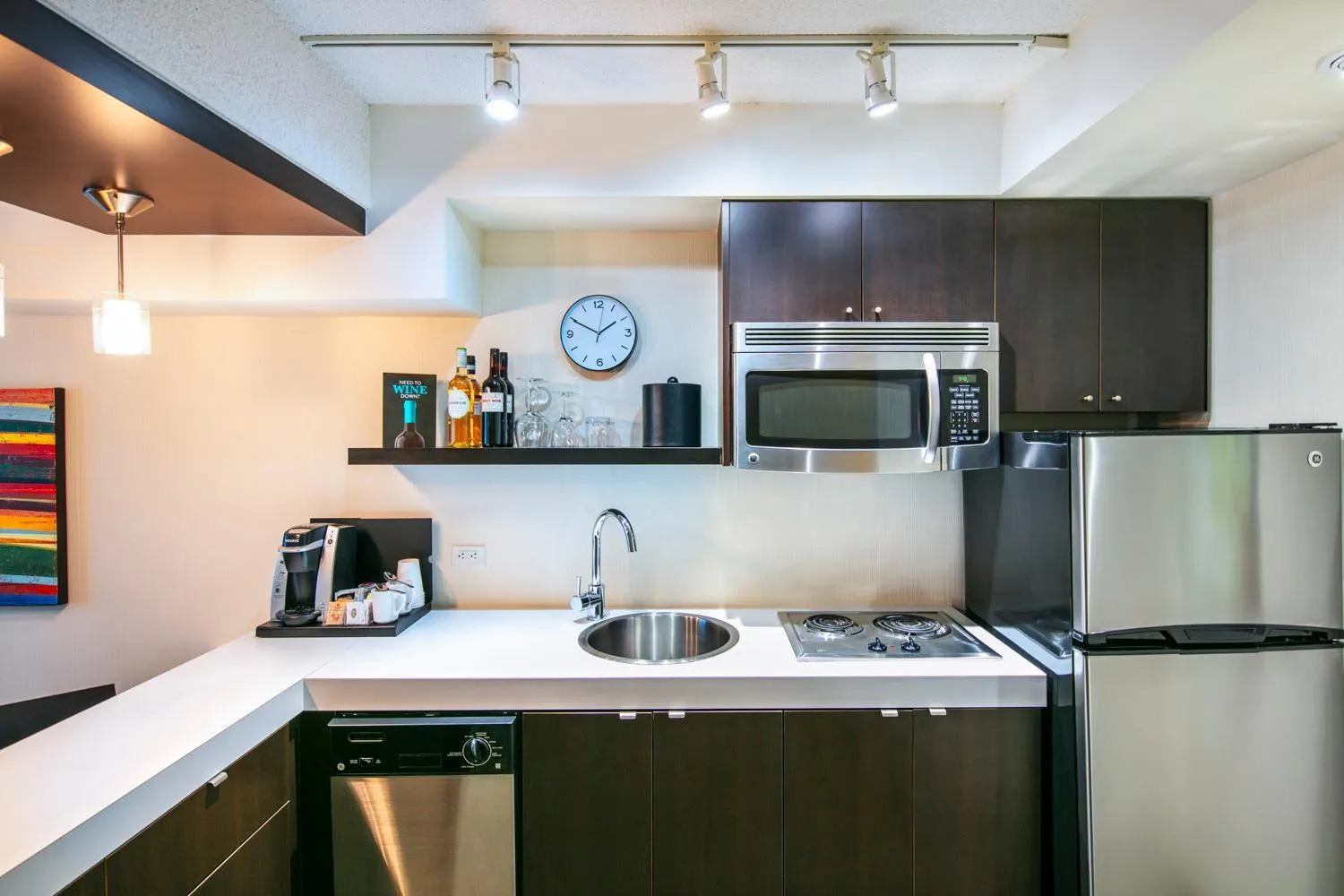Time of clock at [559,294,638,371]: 1:49
